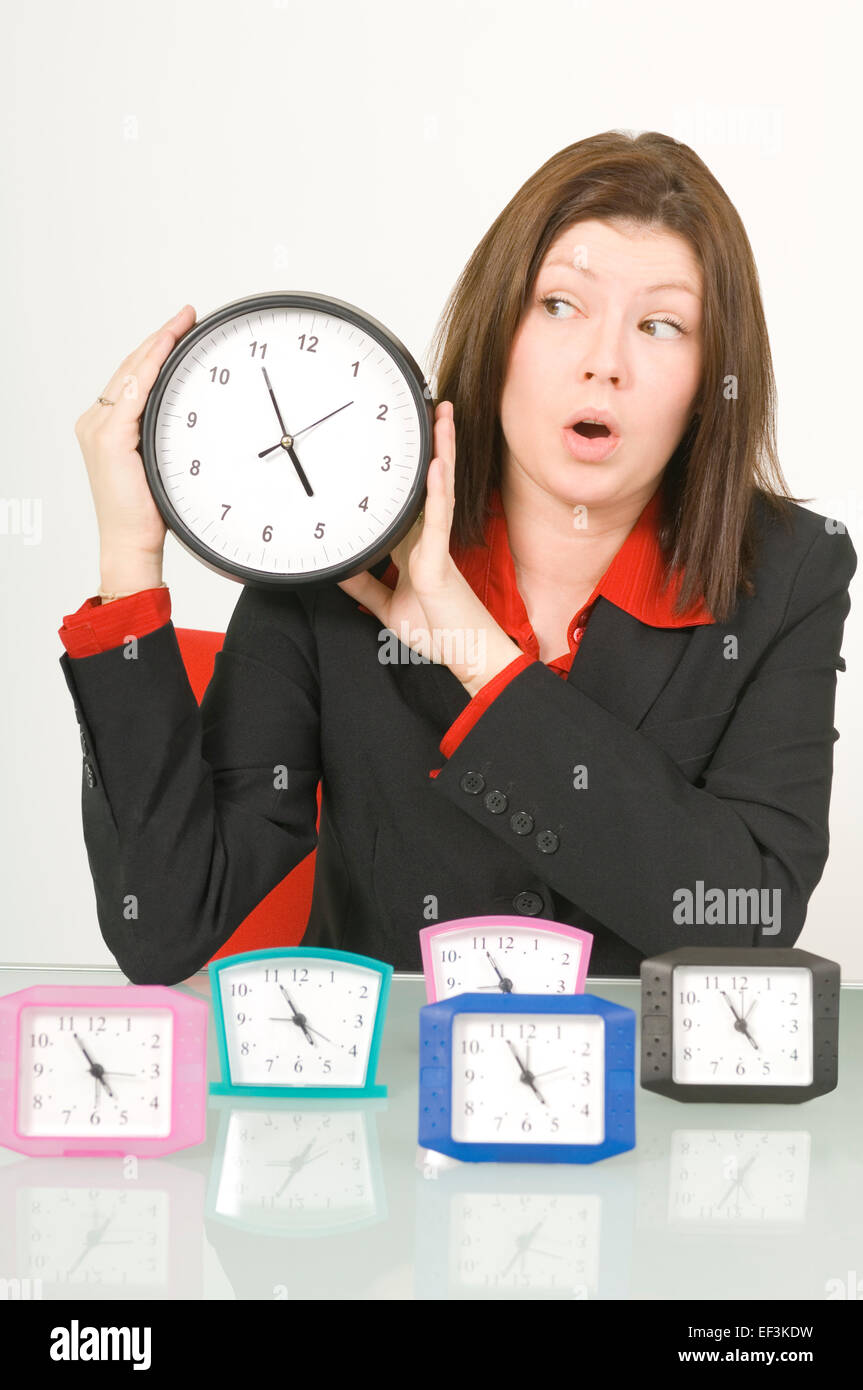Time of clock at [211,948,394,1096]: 4:55
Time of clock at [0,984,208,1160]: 4:55
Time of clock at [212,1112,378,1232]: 8:34
